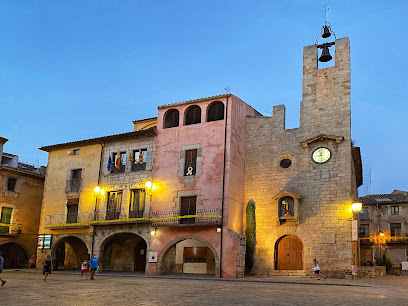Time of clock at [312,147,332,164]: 8:28
